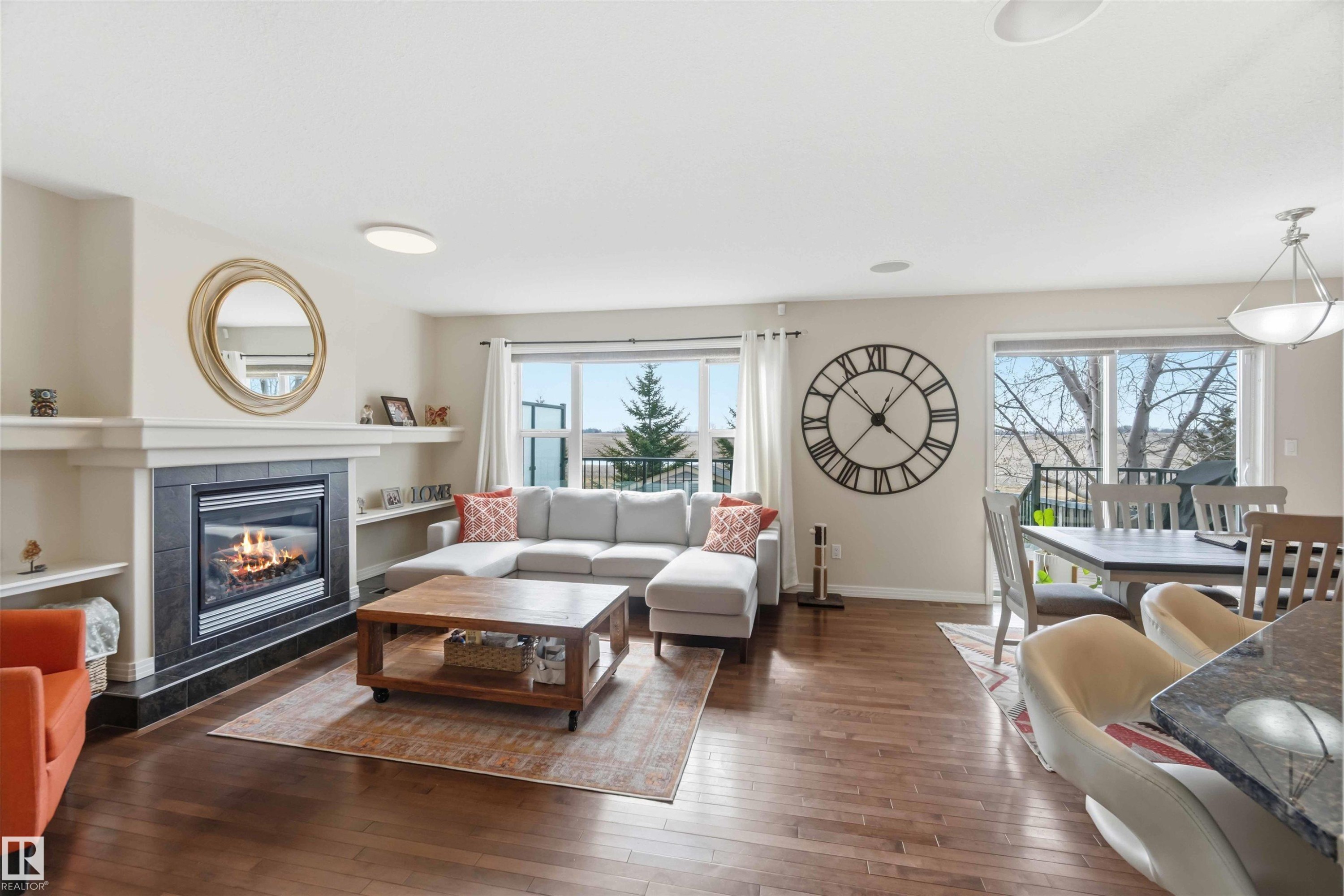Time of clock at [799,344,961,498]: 12:52
